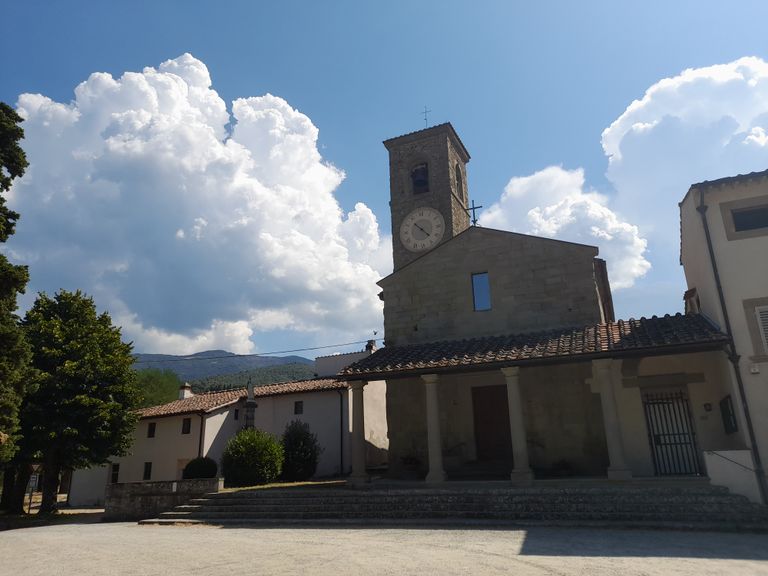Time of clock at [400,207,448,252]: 10:22
